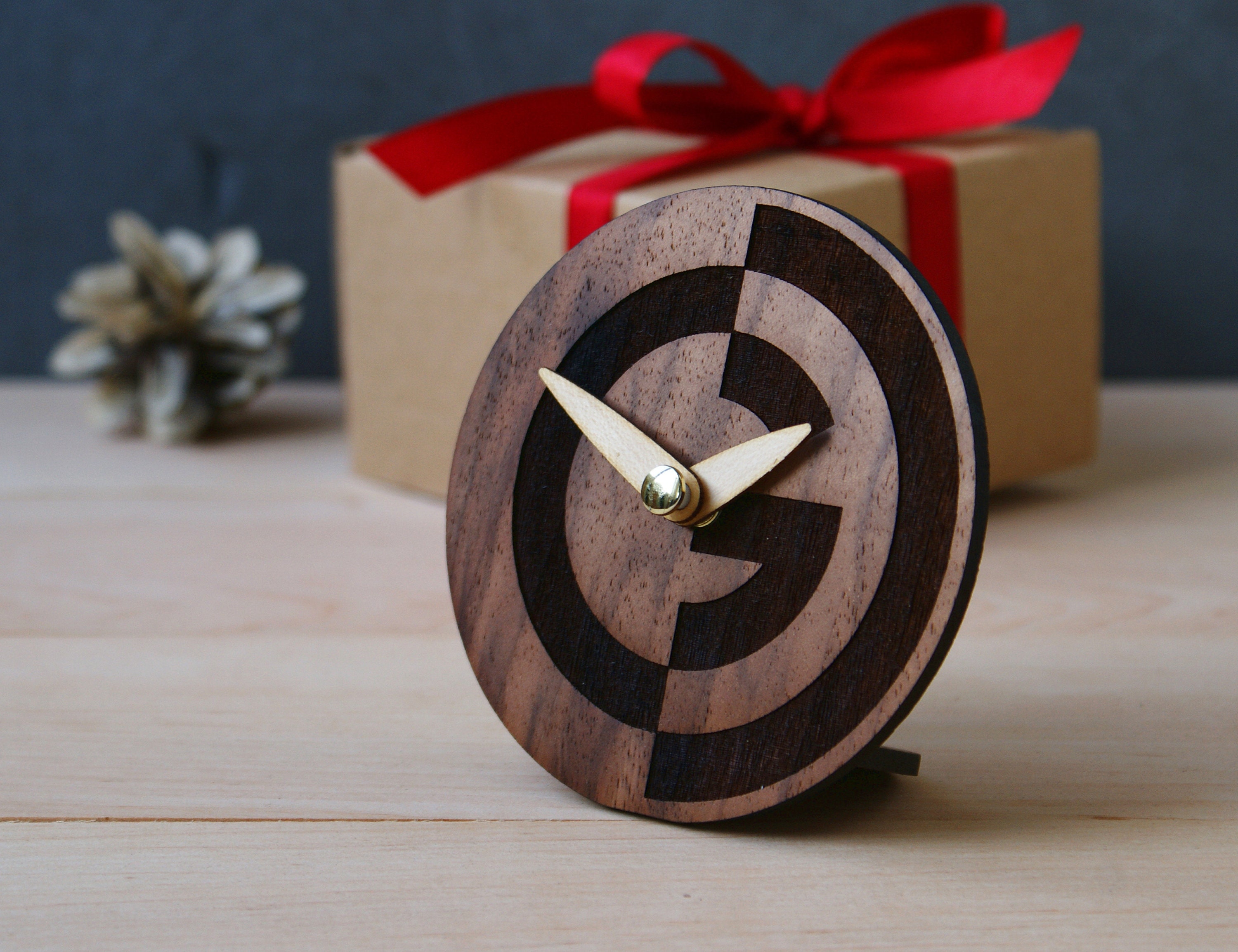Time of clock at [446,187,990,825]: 1:50
